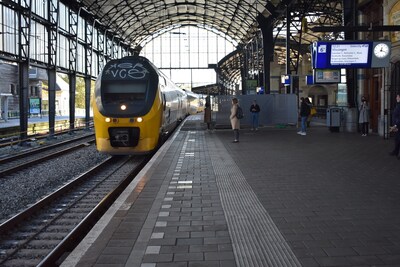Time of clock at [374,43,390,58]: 12:18
